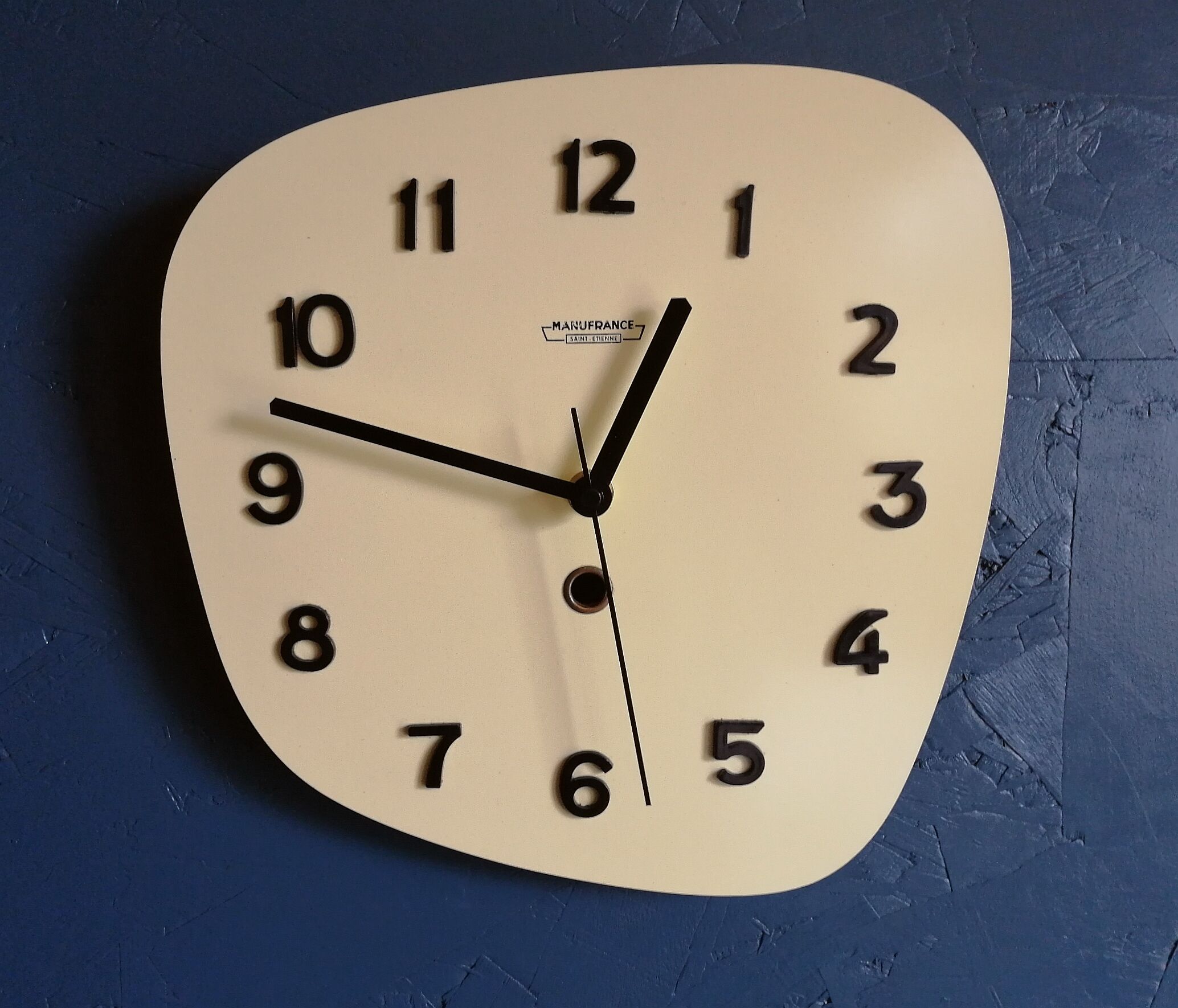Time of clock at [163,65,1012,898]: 12:47
